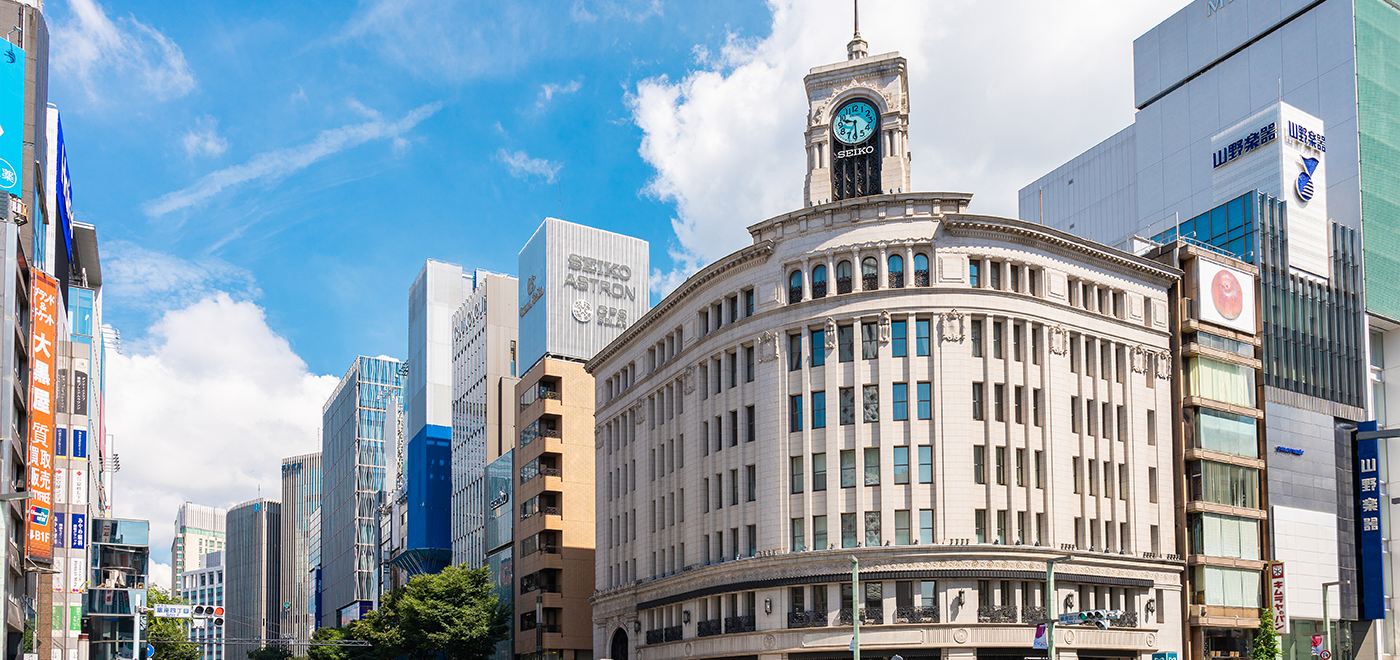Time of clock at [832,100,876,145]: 9:29
